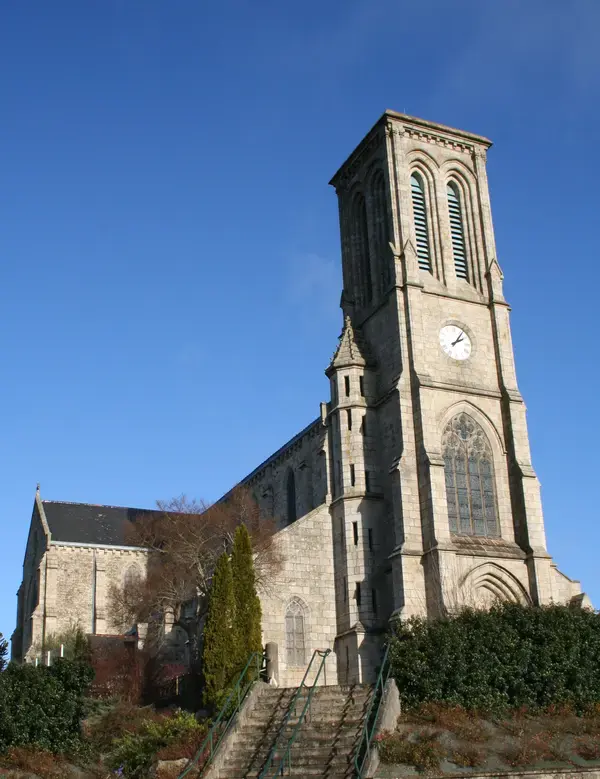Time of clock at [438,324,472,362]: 2:06
